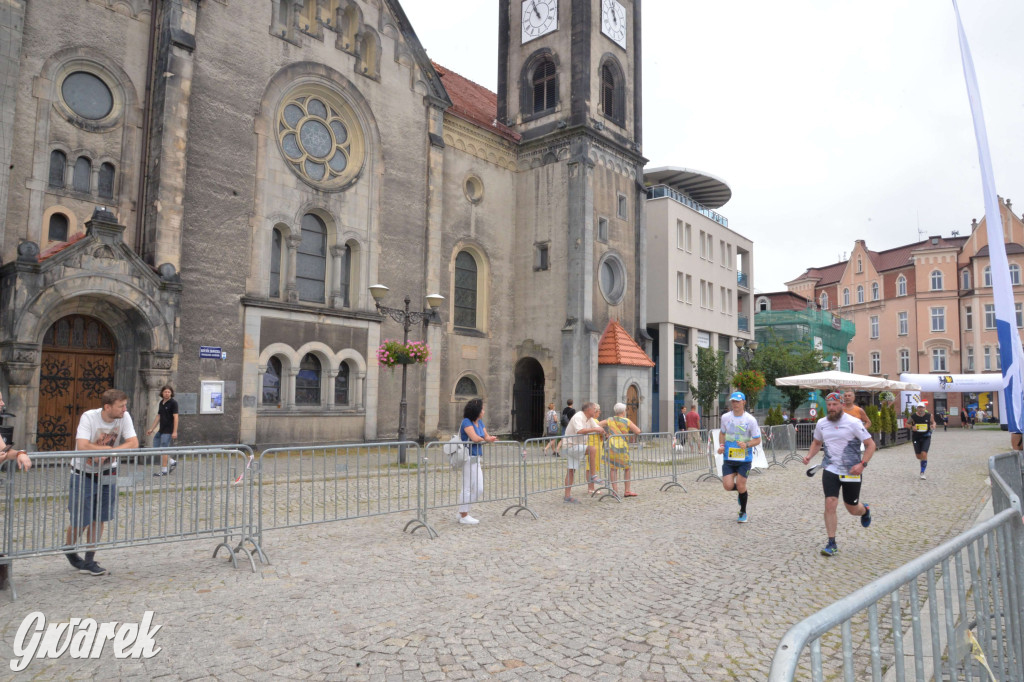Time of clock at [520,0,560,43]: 10:56
